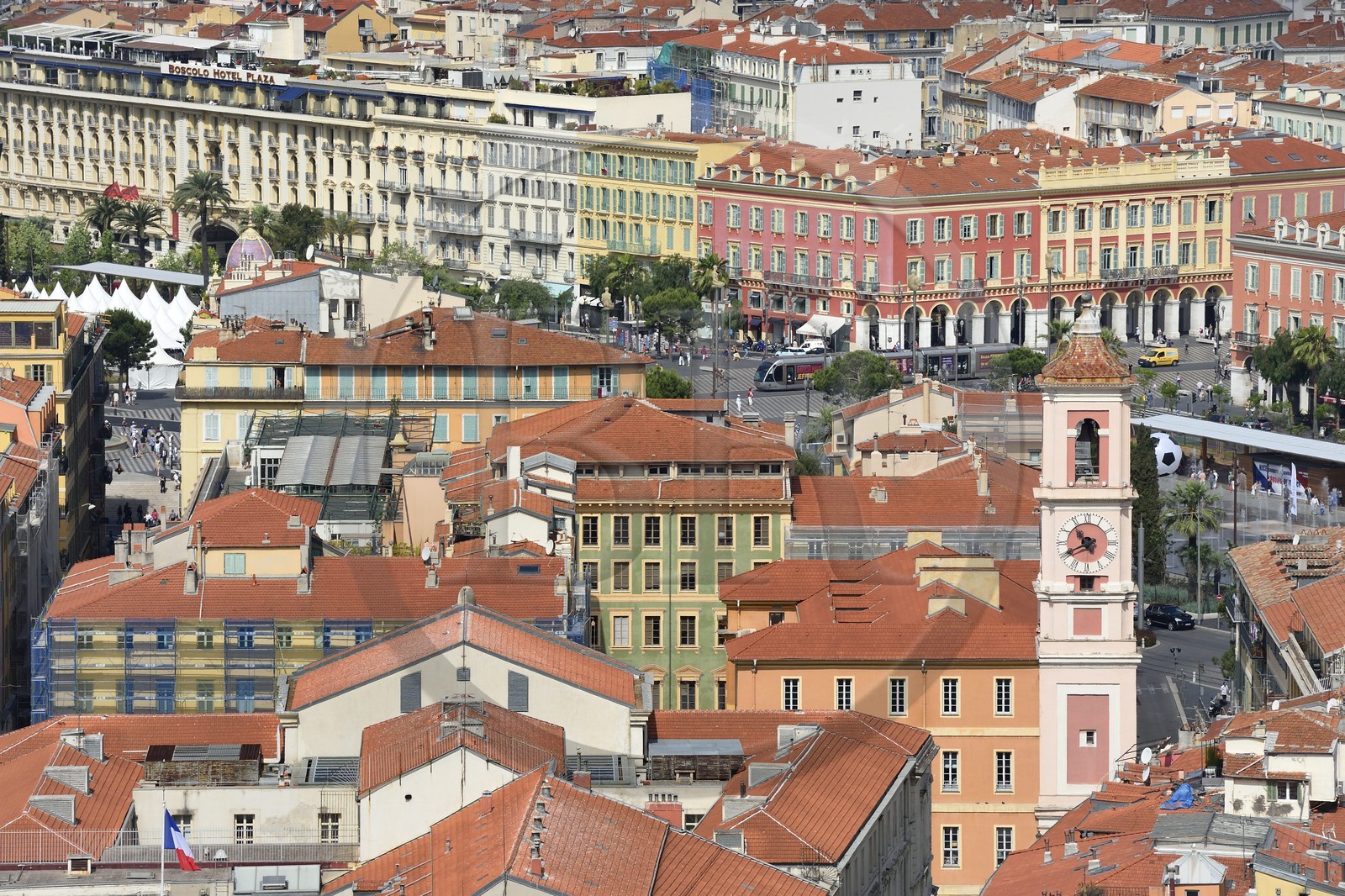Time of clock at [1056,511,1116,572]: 10:40
